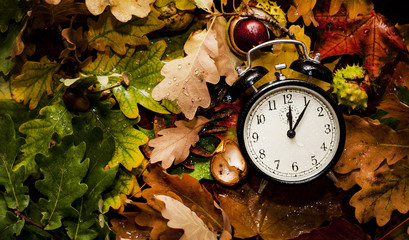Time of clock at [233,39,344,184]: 12:05
